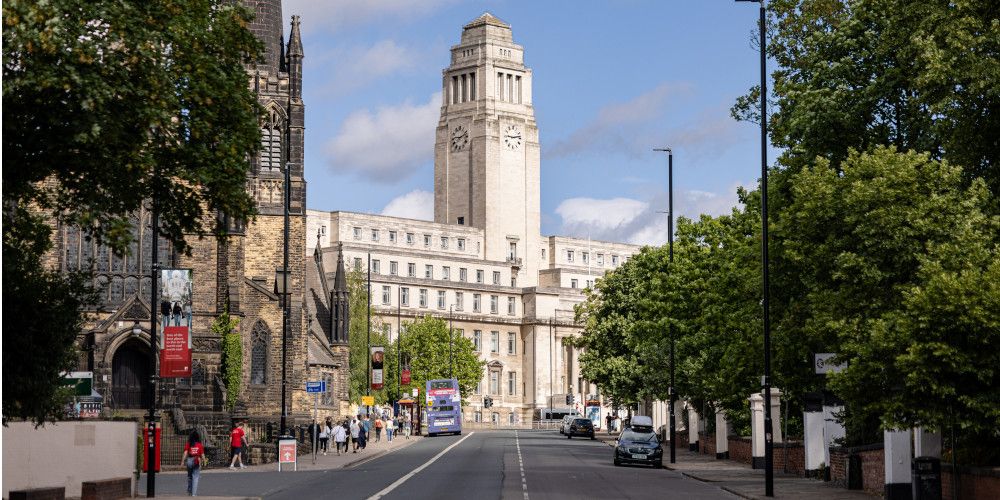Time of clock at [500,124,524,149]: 9:13
